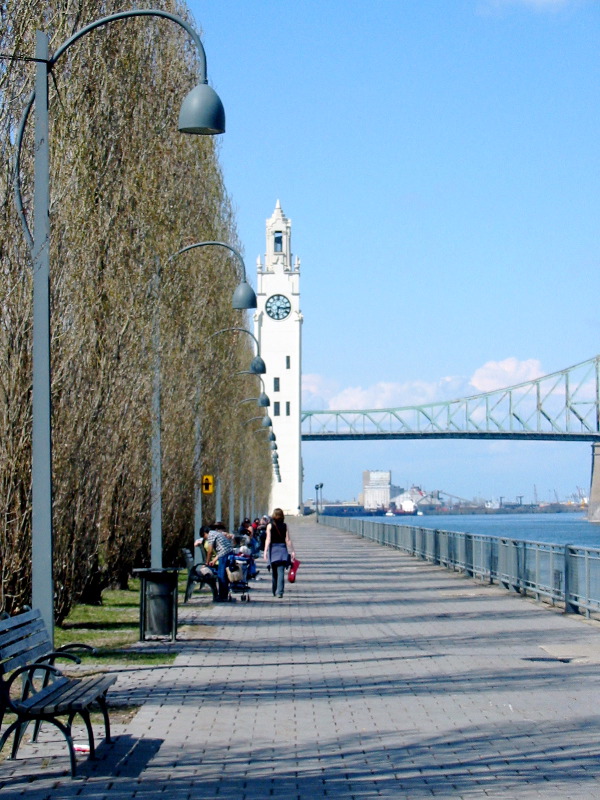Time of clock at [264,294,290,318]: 6:16
